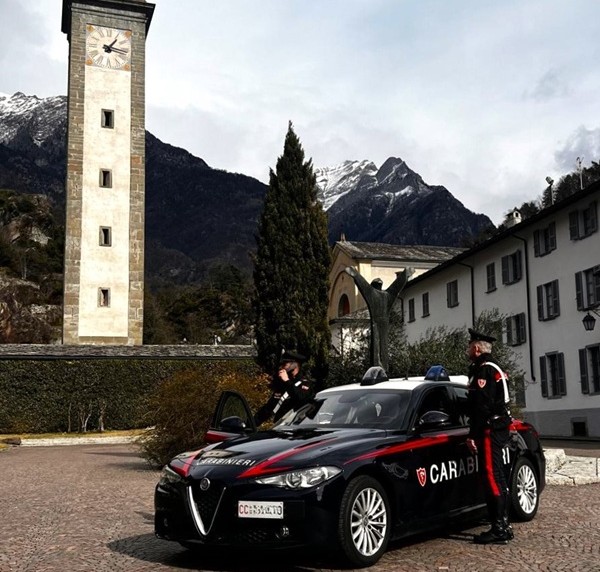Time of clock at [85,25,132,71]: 1:16
